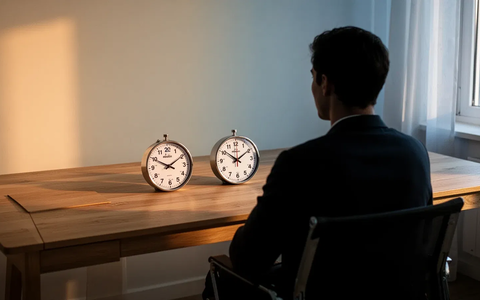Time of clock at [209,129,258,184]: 10:09
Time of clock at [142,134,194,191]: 1:49
